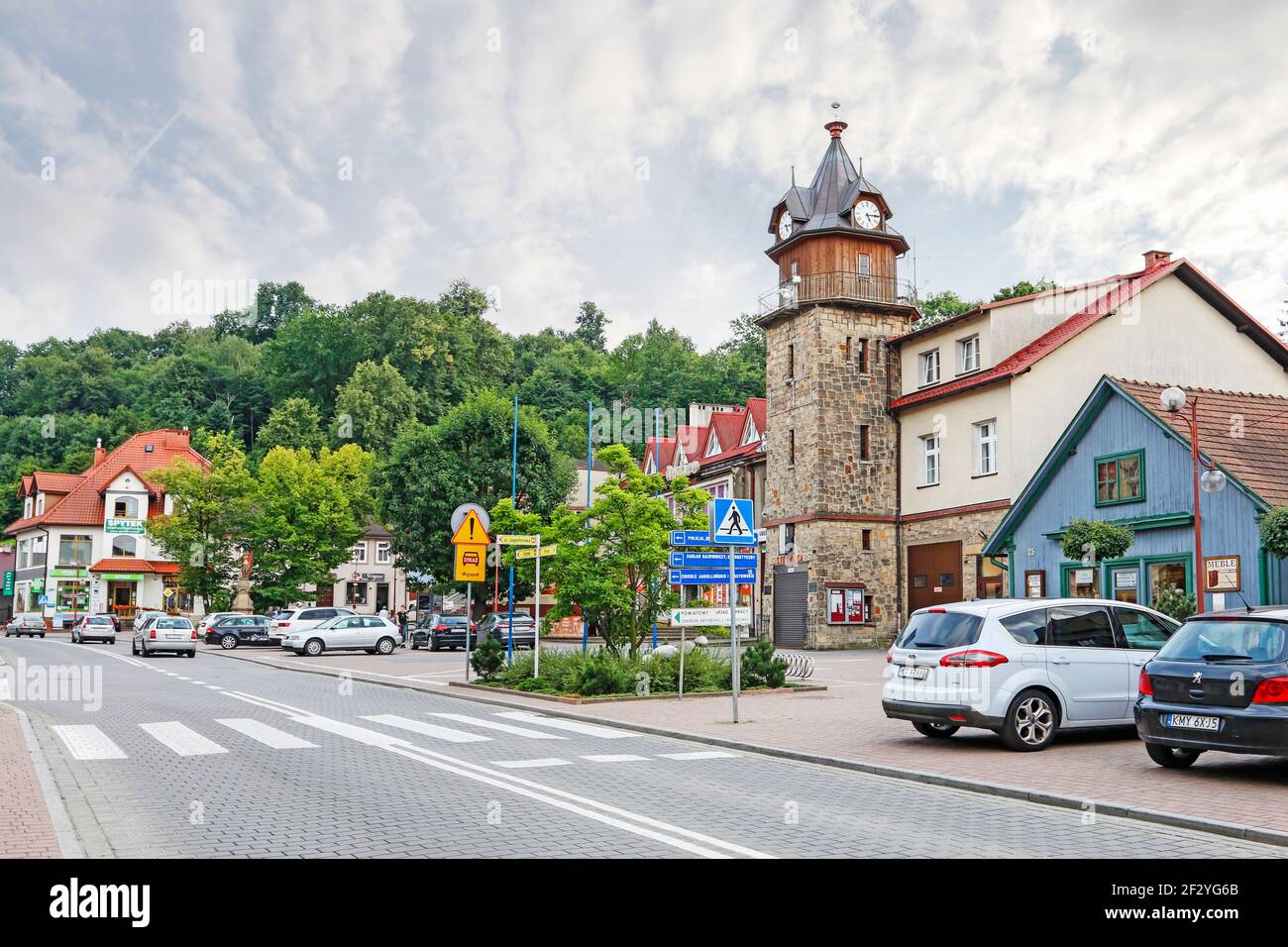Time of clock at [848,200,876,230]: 5:14
